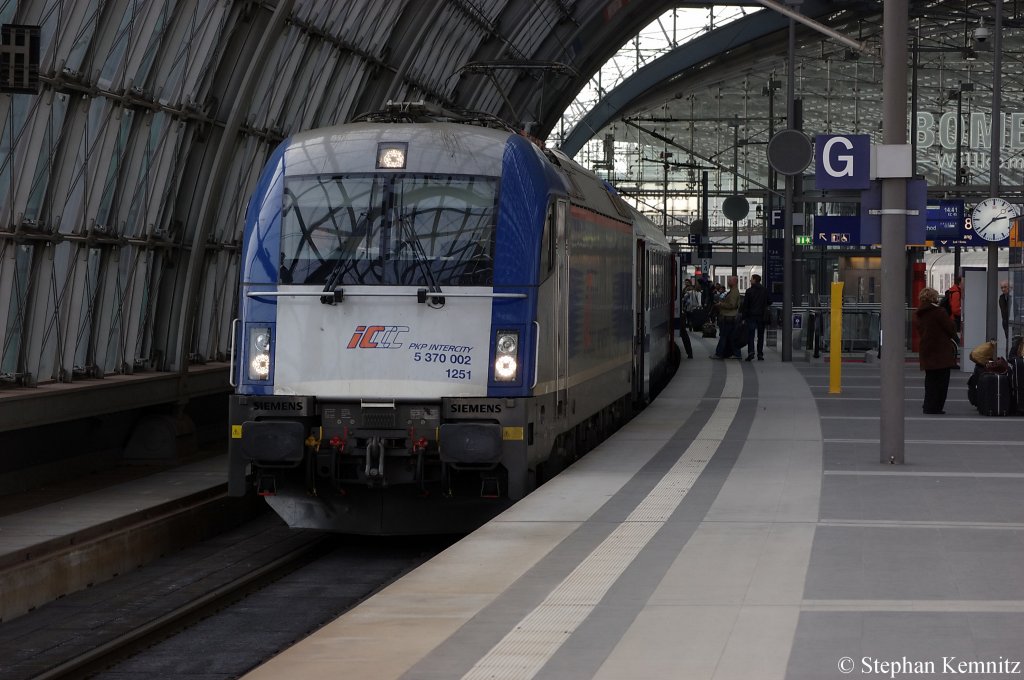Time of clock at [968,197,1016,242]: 2:38
